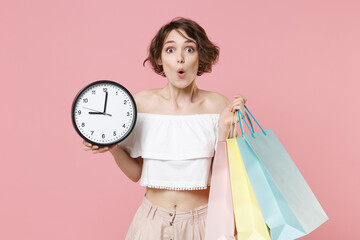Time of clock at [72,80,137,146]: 9:00
